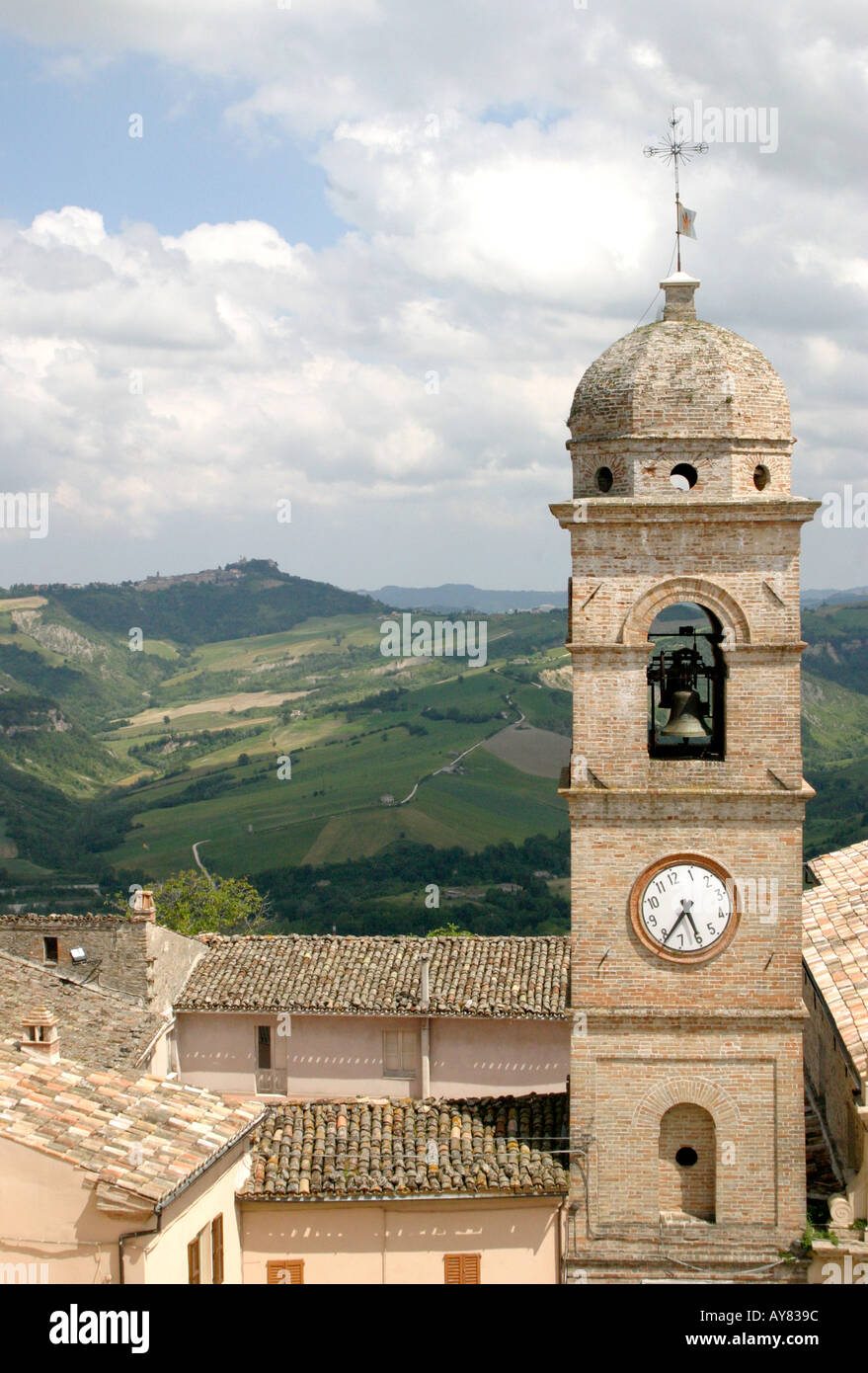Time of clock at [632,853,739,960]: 5:38
